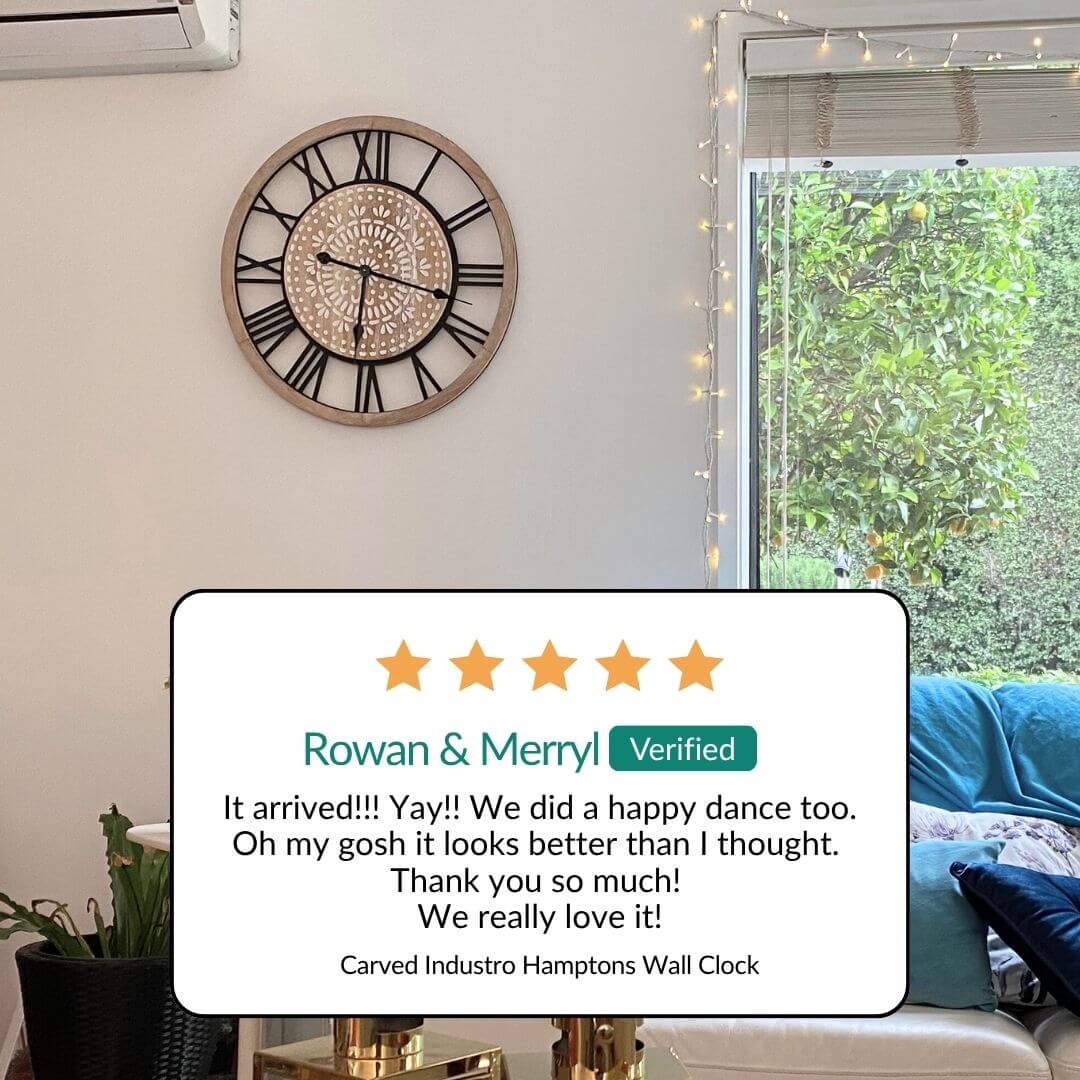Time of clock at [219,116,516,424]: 6:17
